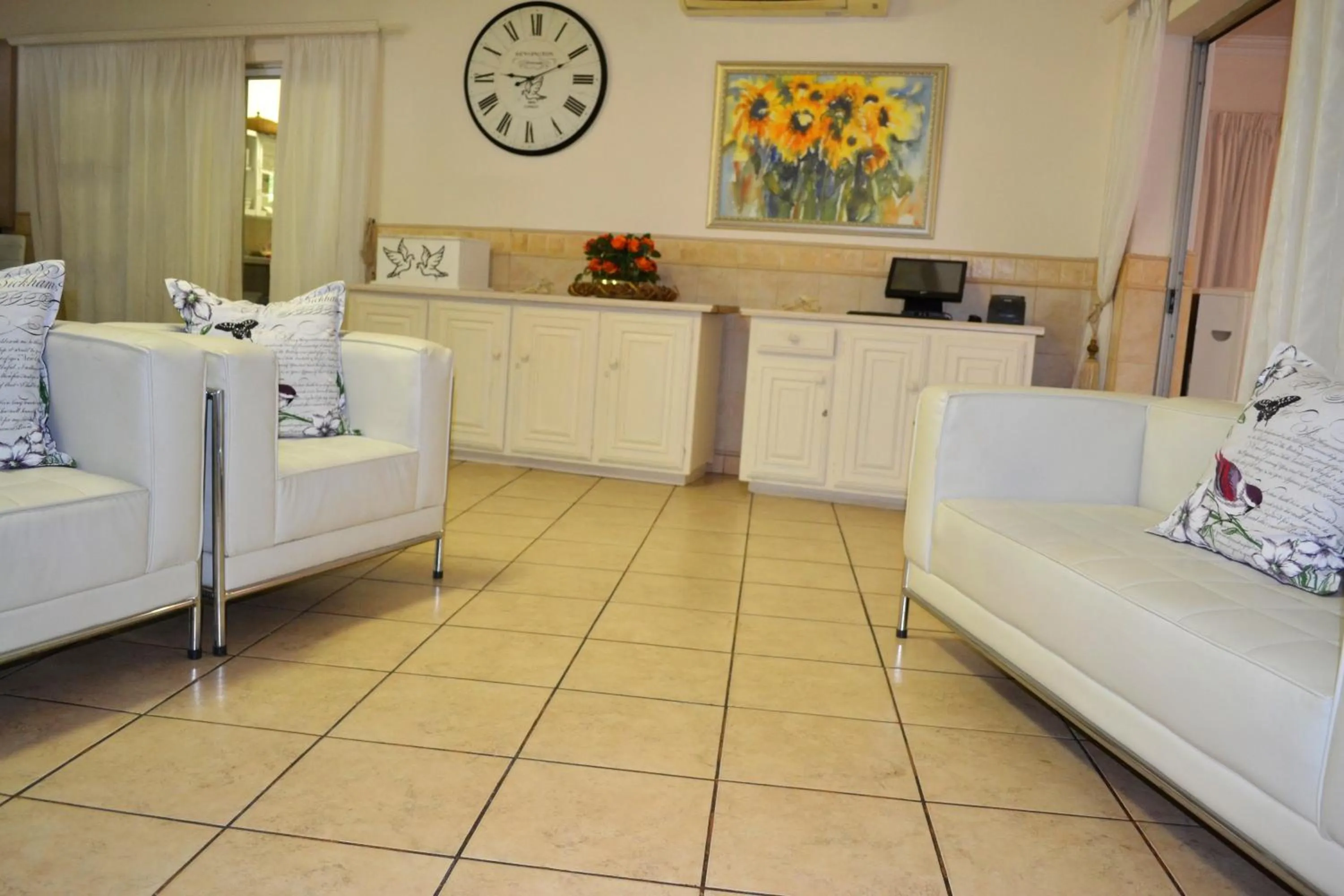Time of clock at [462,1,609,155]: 9:10
